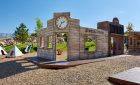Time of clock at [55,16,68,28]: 2:35
